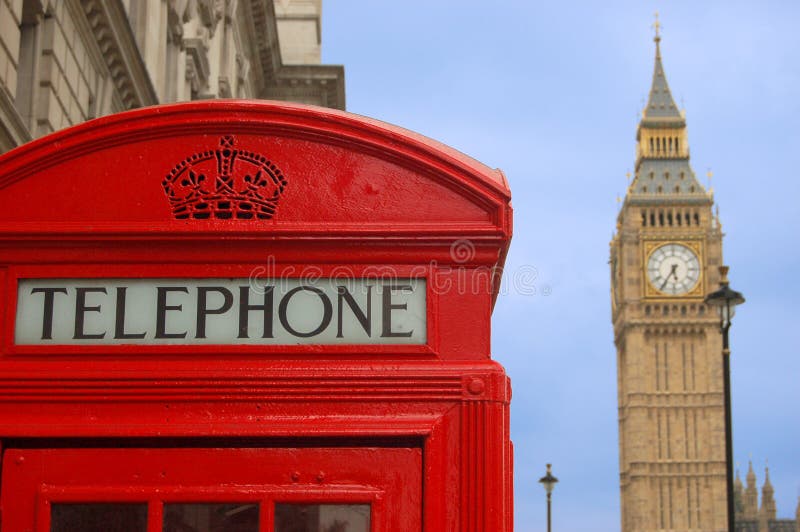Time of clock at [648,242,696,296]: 5:35
